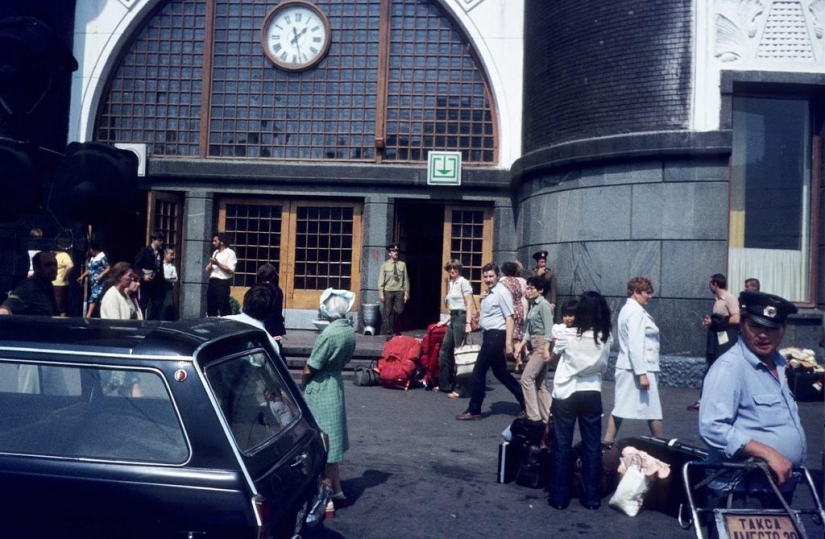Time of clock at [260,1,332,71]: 1:27
